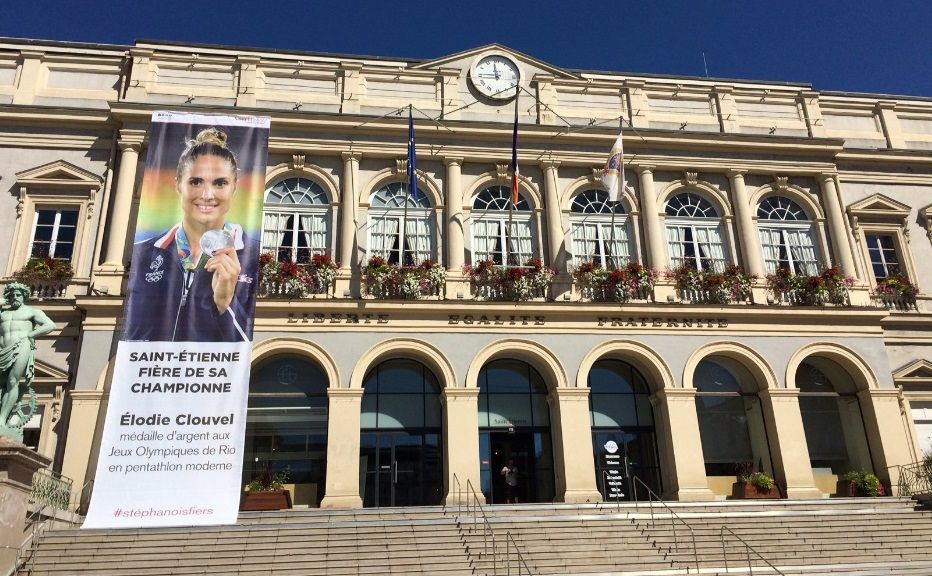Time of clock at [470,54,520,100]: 11:45
